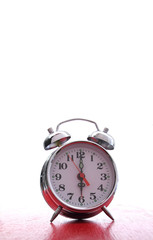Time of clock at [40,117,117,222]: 6:00
